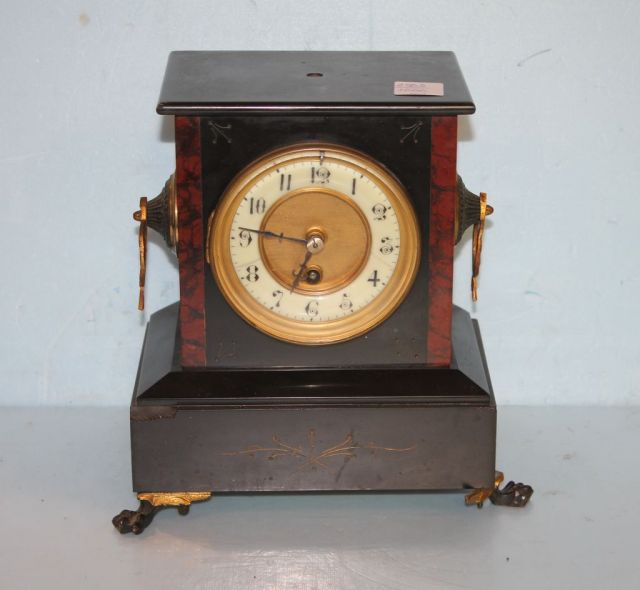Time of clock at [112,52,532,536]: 6:45
